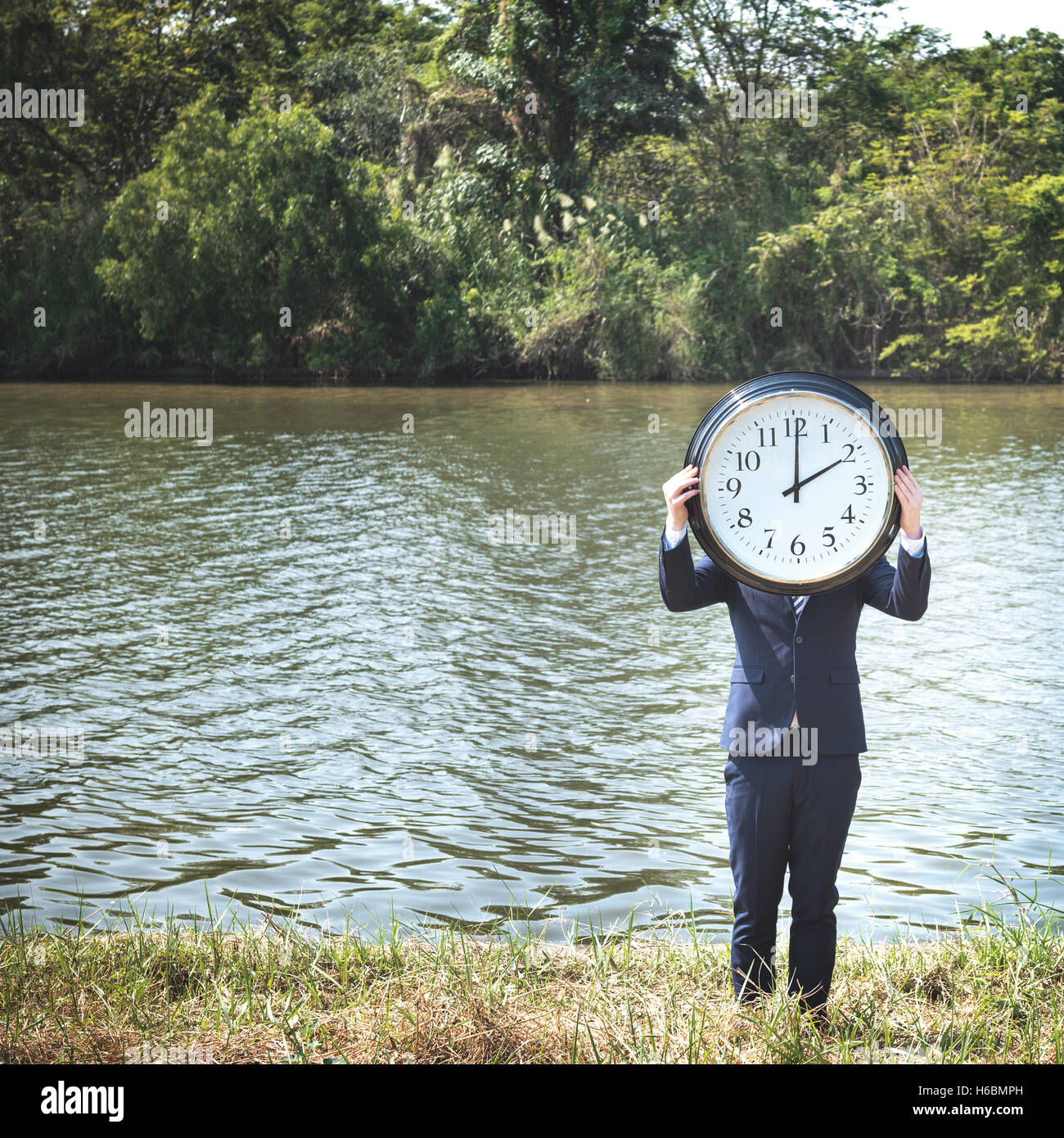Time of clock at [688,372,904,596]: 2:00
